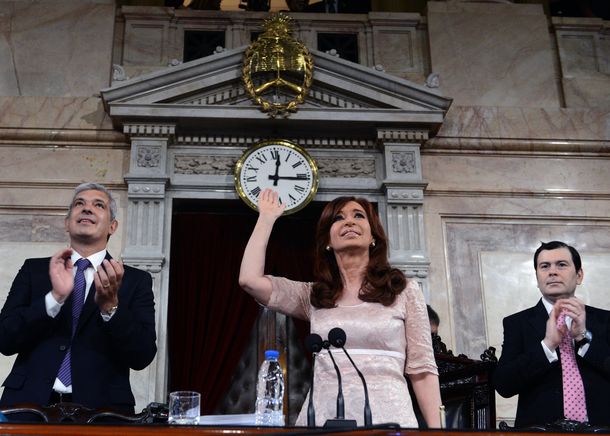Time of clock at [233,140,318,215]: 12:16
